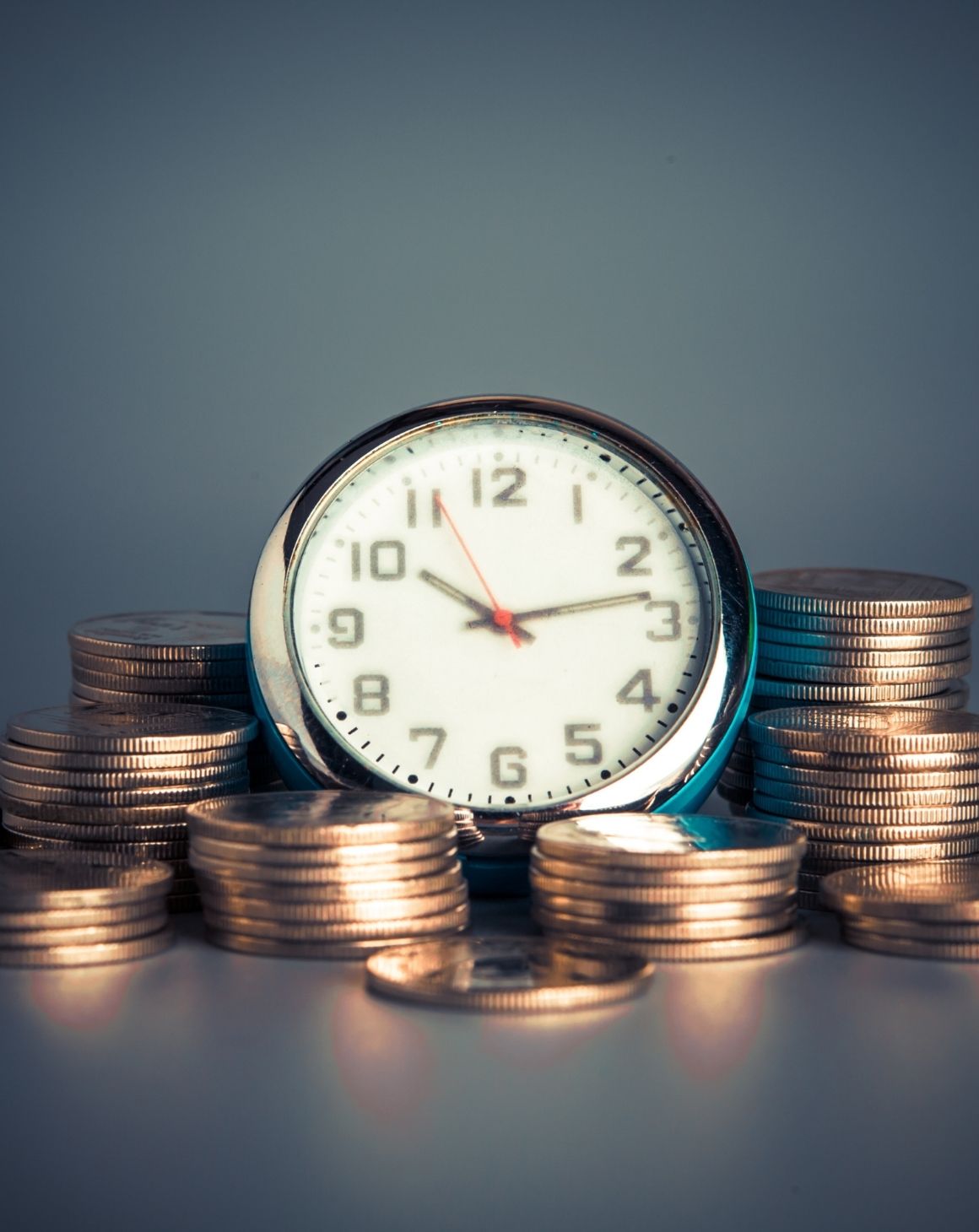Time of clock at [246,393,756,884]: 10:13
